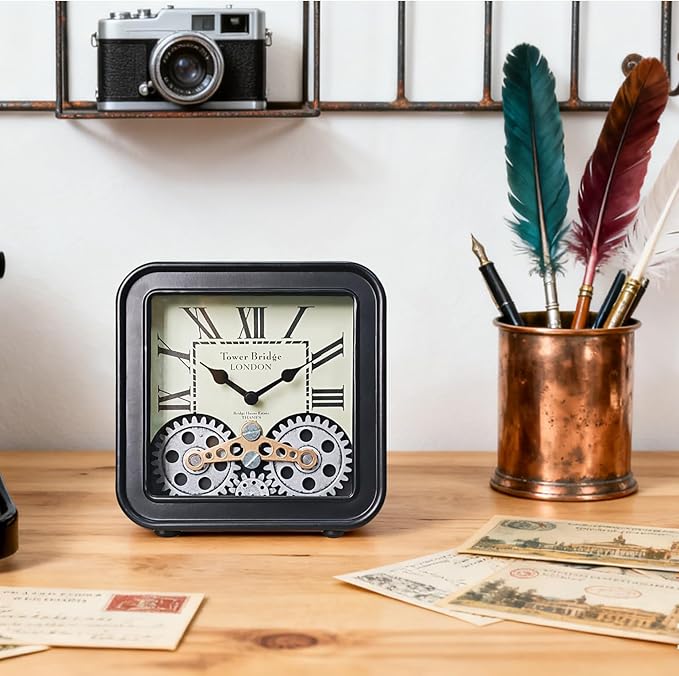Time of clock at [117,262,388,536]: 10:09
